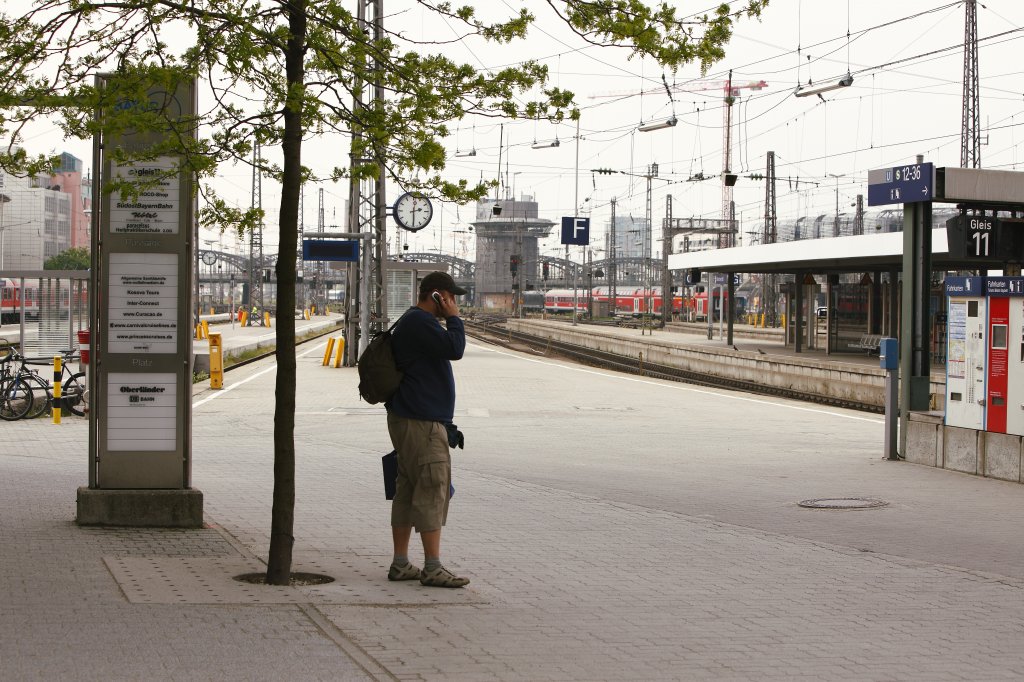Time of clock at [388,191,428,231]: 2:29
